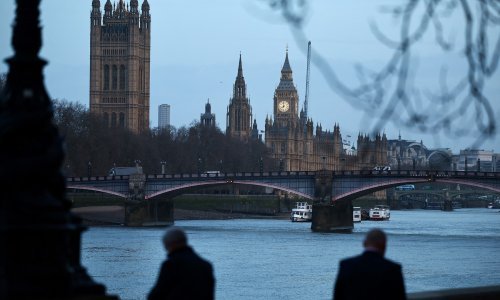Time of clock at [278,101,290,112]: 7:59
